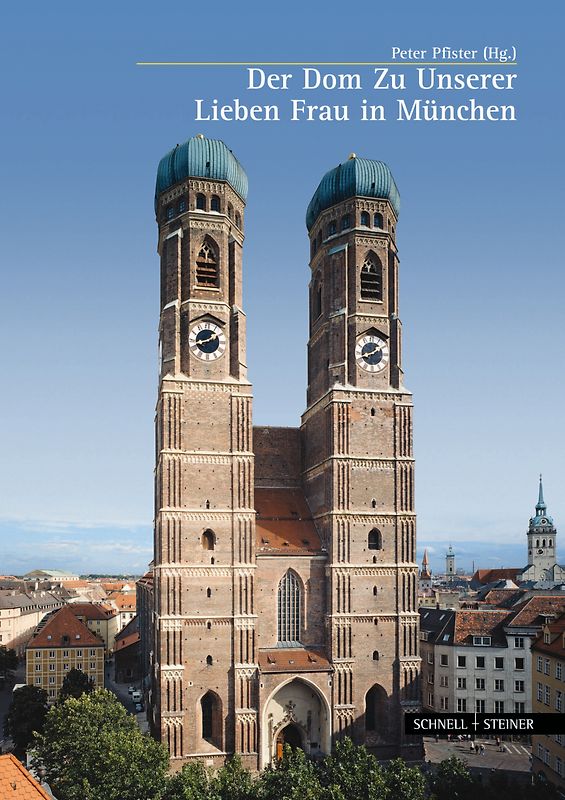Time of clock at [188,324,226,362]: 1:42
